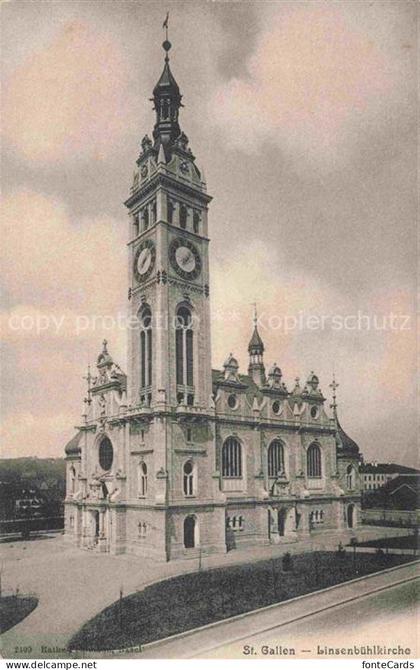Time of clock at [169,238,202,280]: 7:06
